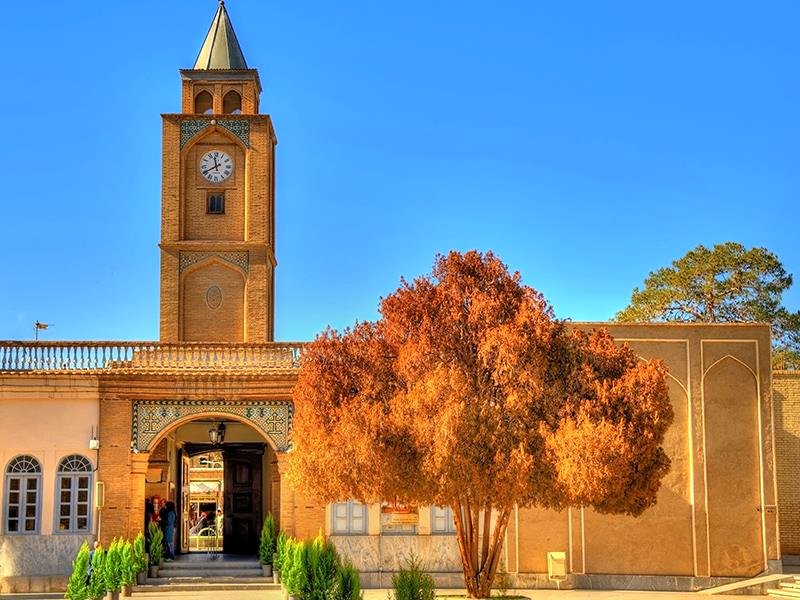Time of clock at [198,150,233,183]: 11:40
